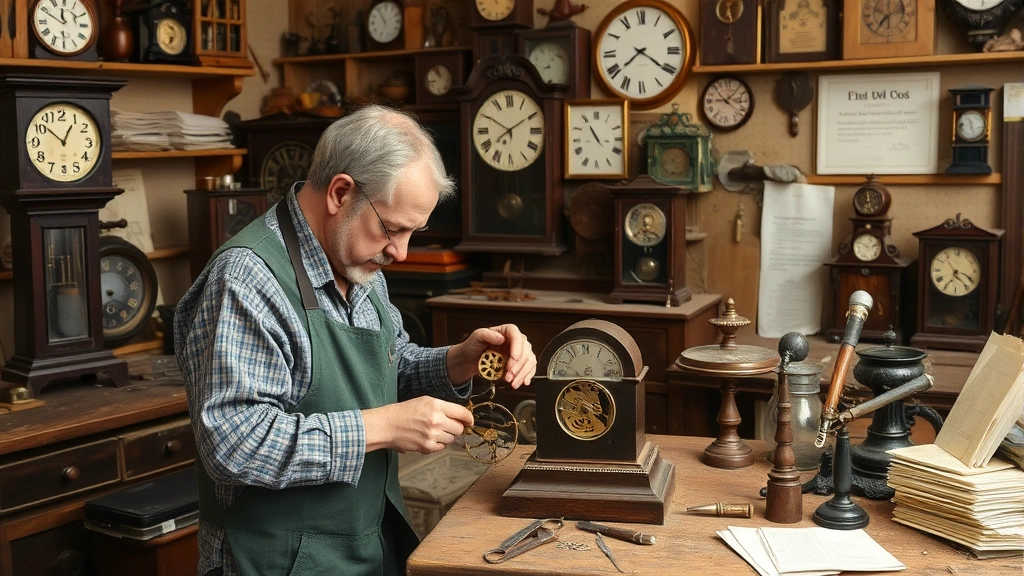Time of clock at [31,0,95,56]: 11:49
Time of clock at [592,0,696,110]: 7:20
